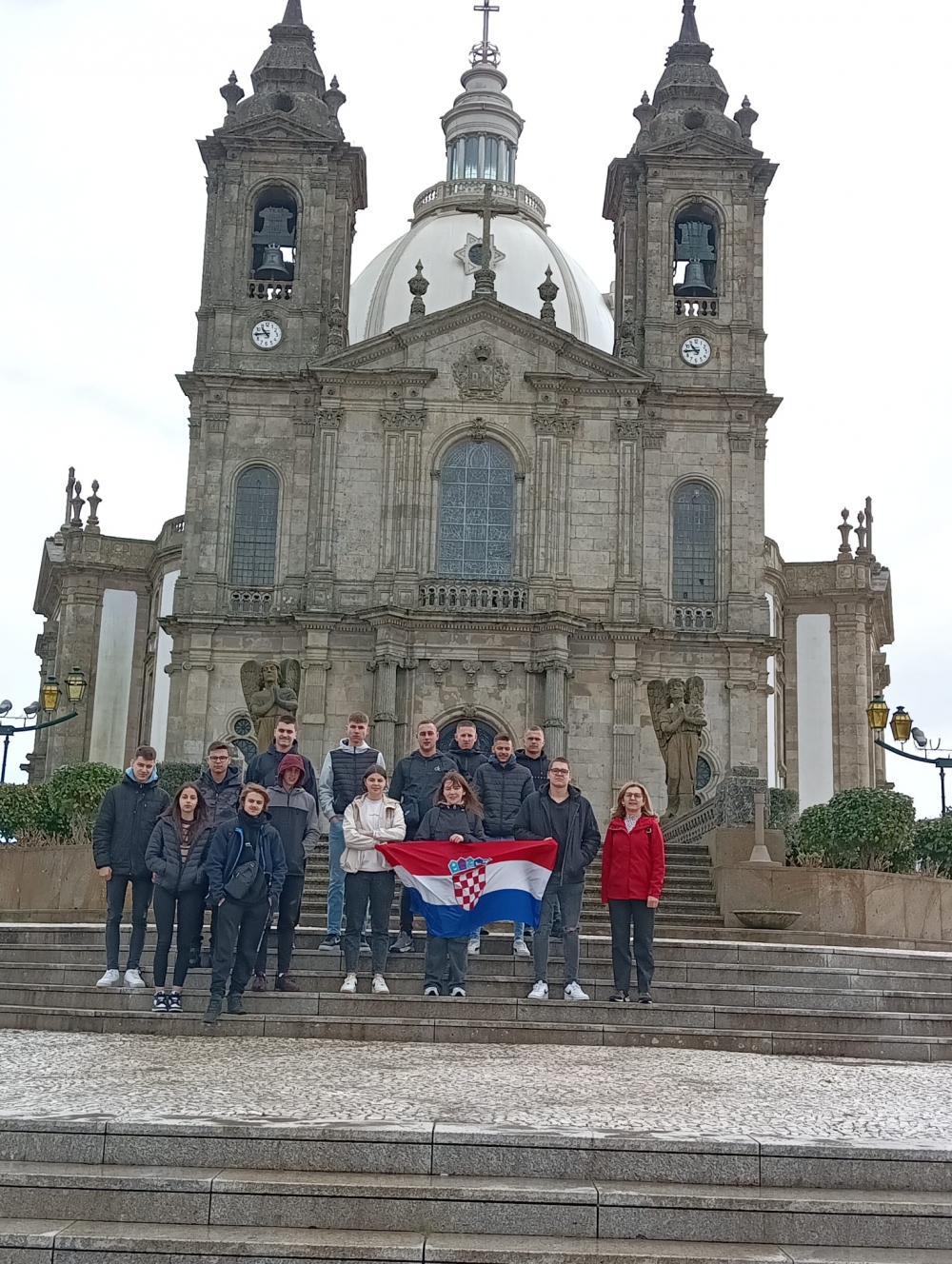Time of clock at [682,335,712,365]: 10:44
